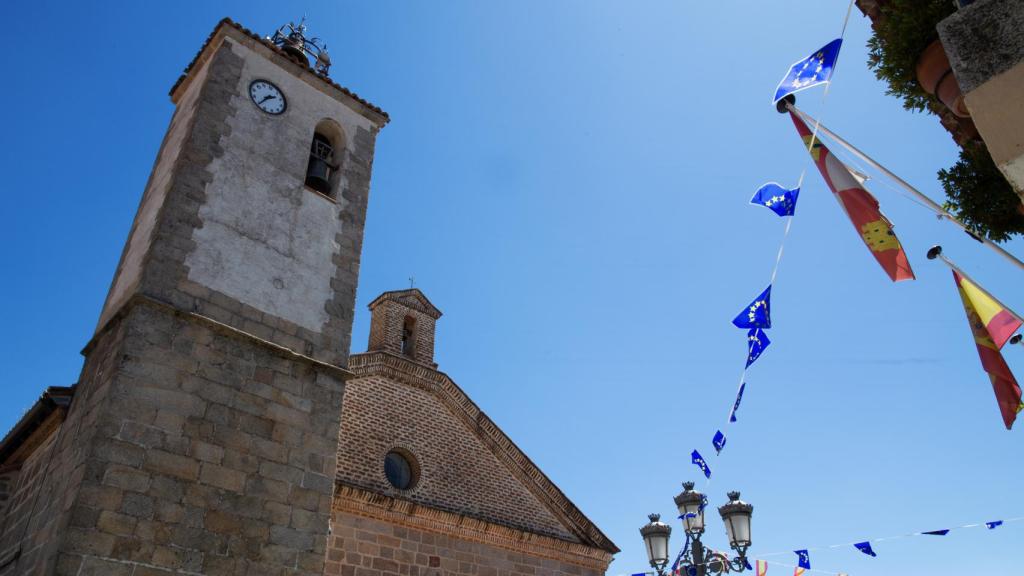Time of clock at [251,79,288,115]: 2:39
